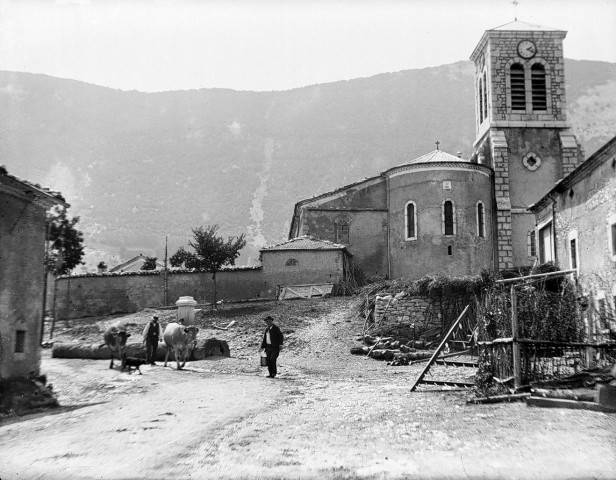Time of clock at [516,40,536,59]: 2:18
